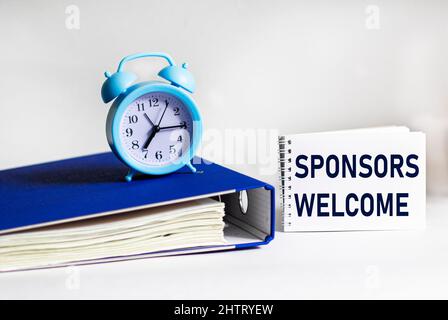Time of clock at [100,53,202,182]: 7:15
